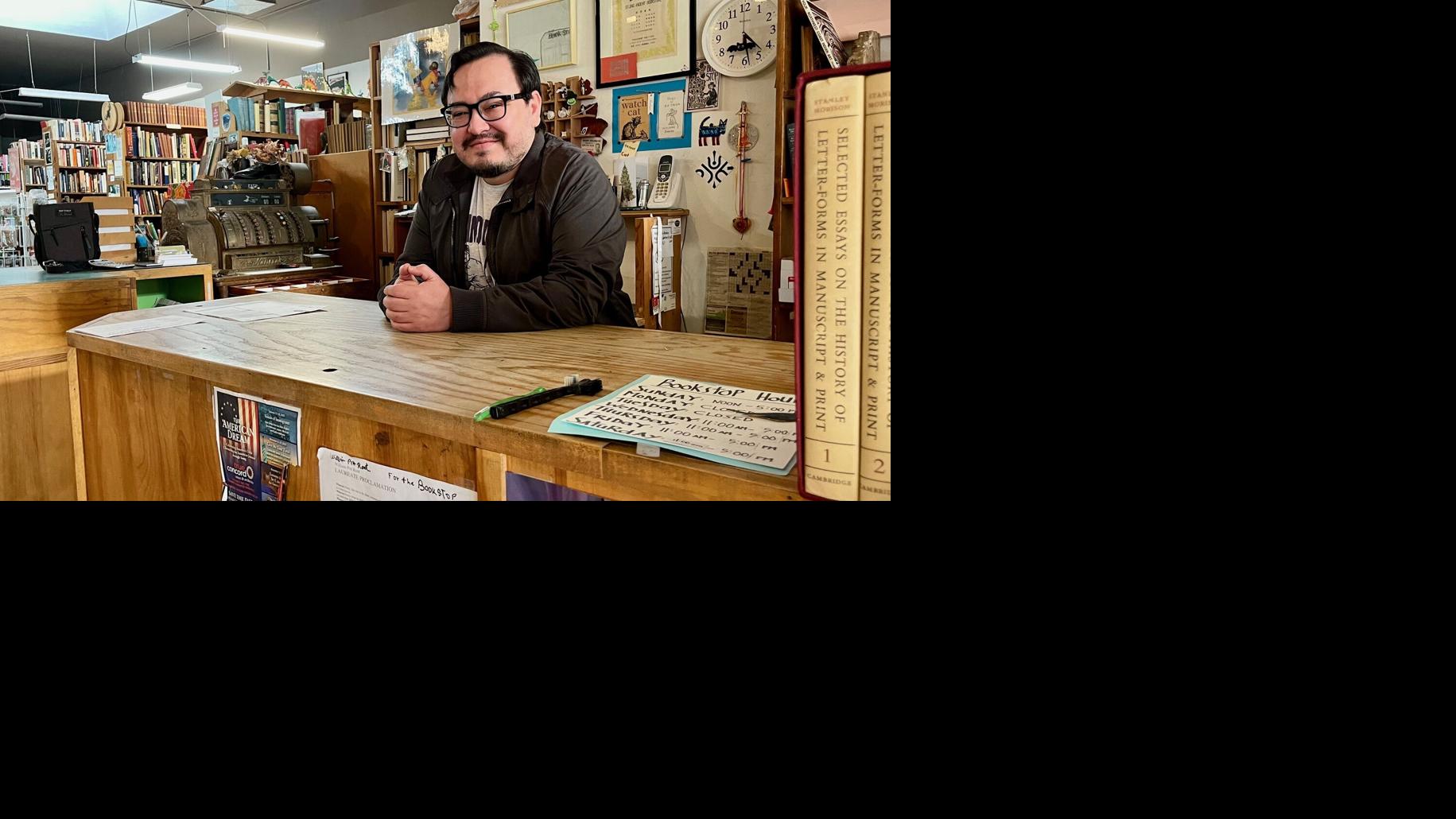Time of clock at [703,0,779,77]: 4:28
